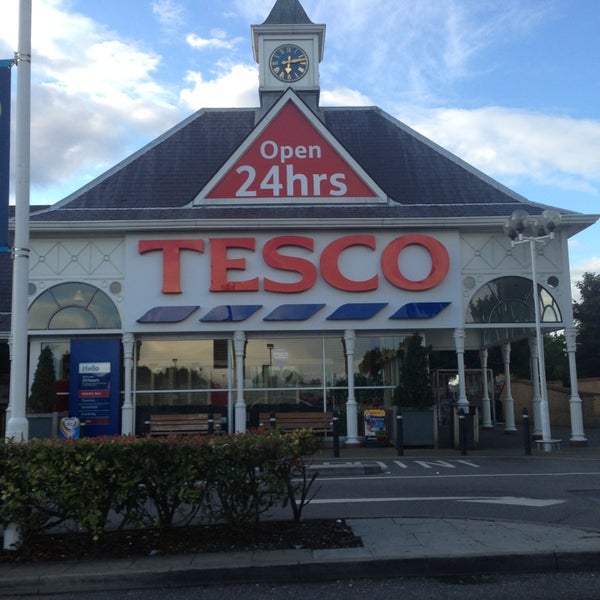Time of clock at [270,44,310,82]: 6:13
